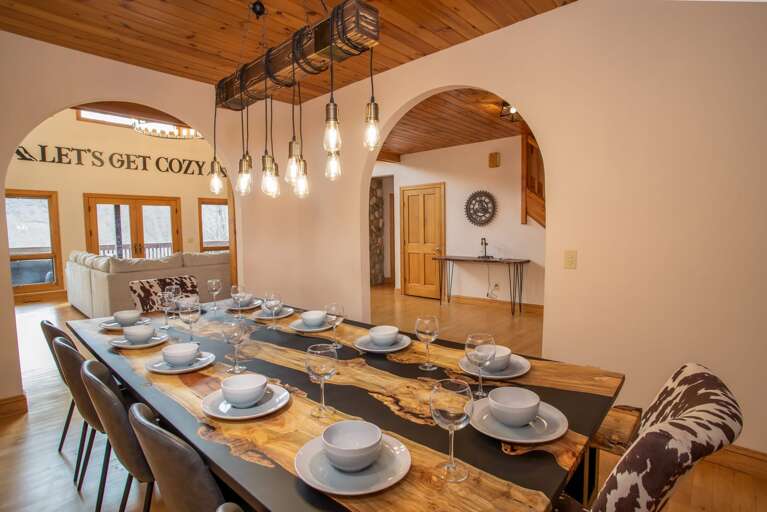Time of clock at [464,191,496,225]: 3:40
